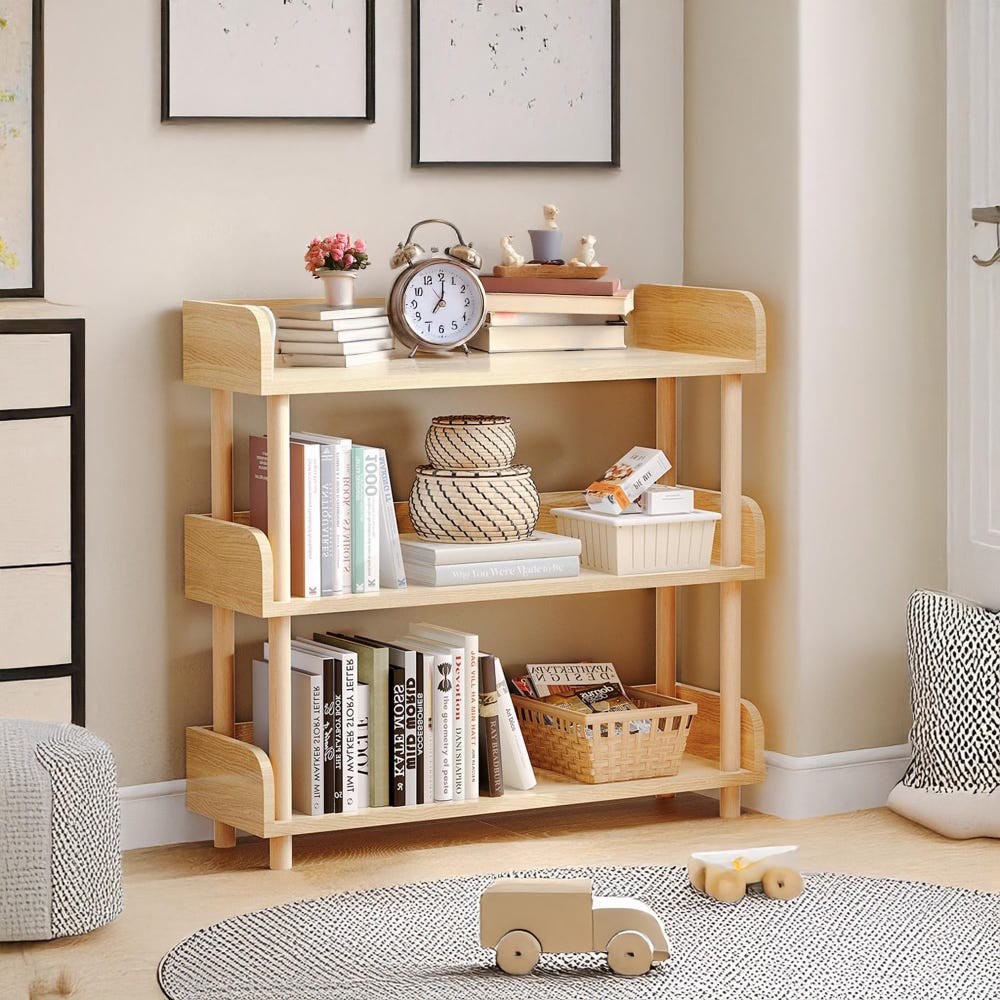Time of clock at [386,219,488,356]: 7:01
